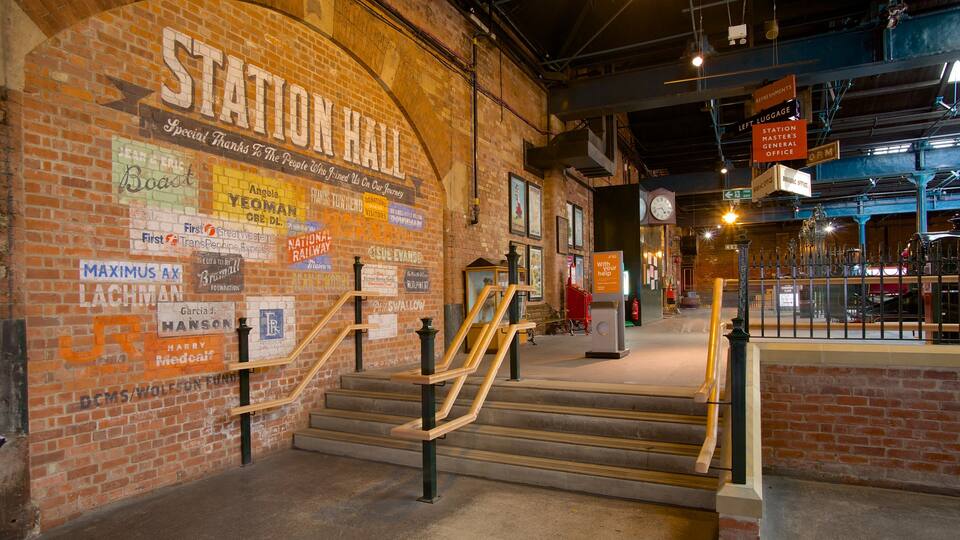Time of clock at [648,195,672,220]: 4:42
